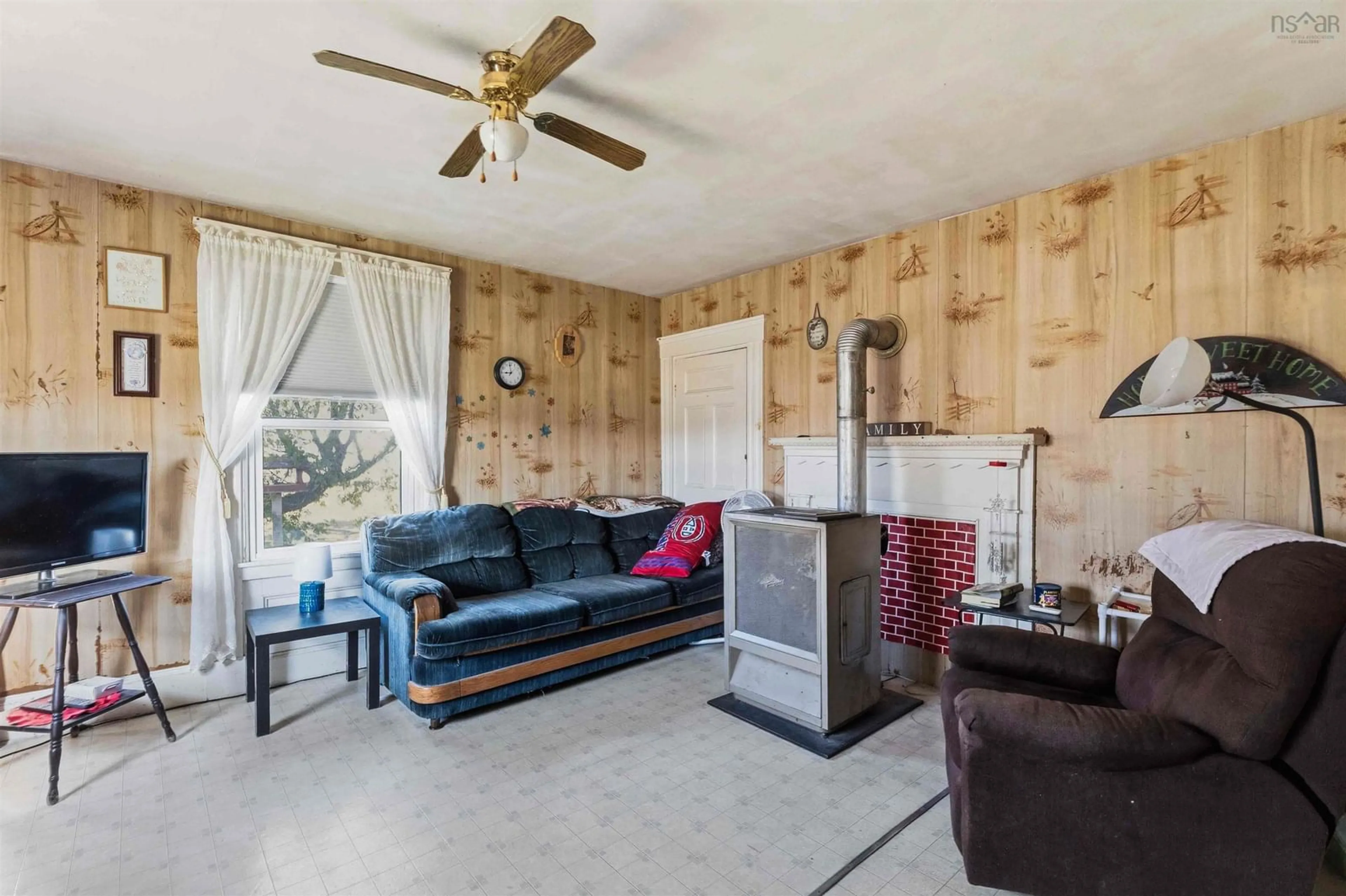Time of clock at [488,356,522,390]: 8:59
